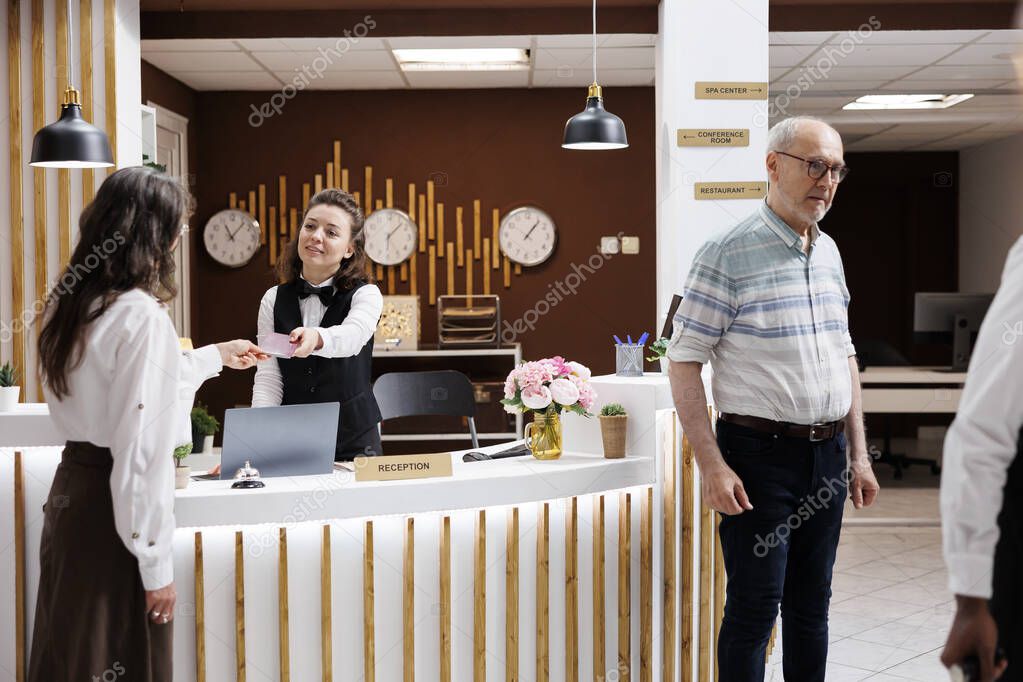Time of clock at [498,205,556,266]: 1:06
